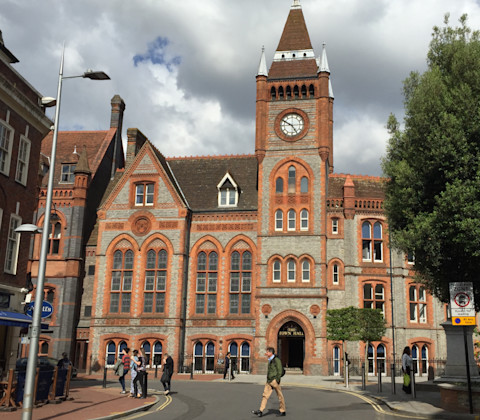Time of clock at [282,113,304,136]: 4:50
